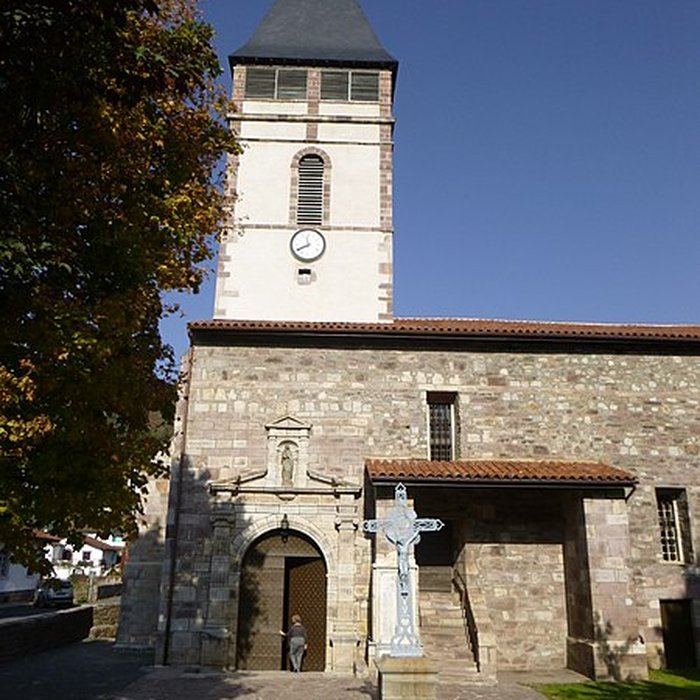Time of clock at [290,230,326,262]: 11:40
